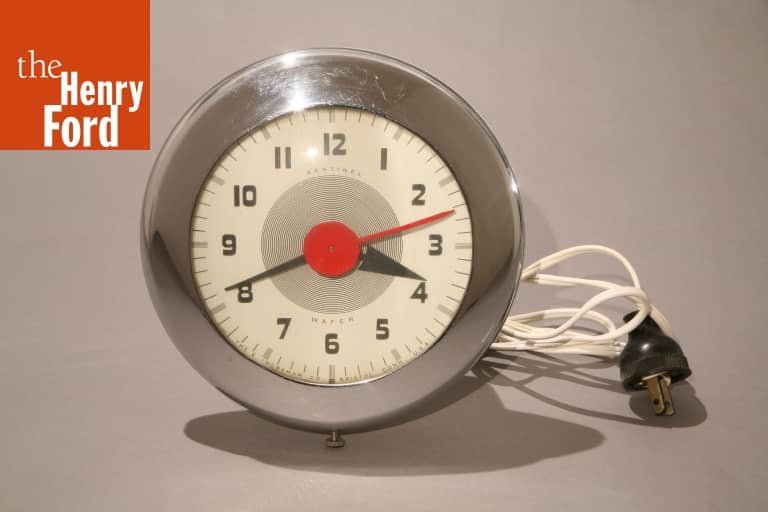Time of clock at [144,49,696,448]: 3:41
